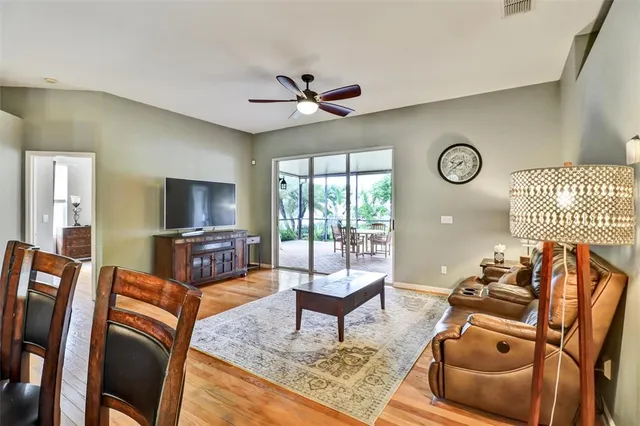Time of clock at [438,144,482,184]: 9:39
